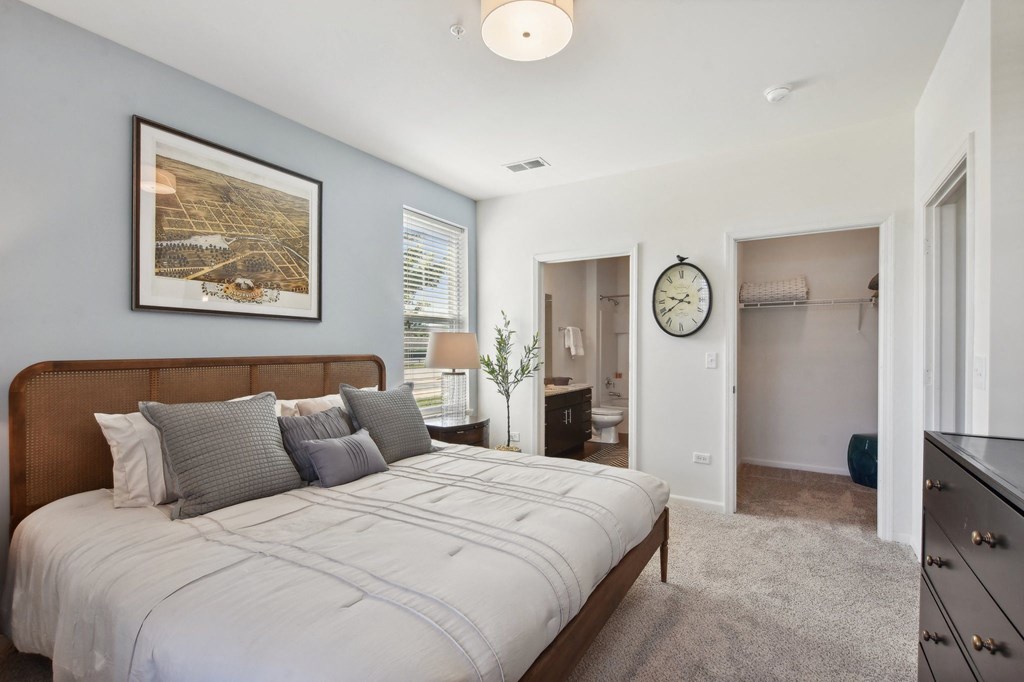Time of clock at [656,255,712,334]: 9:39
